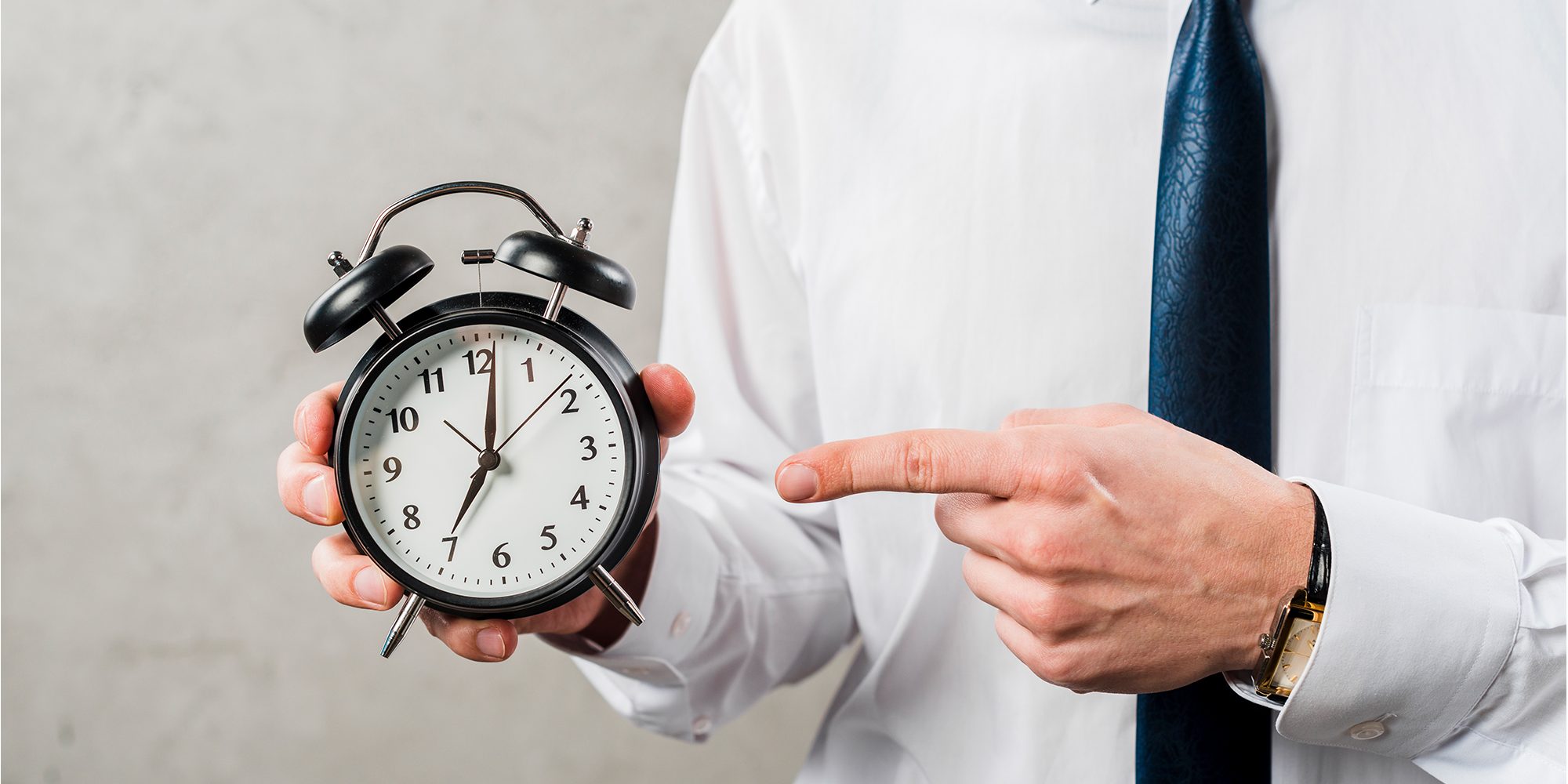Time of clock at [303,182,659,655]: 7:01
